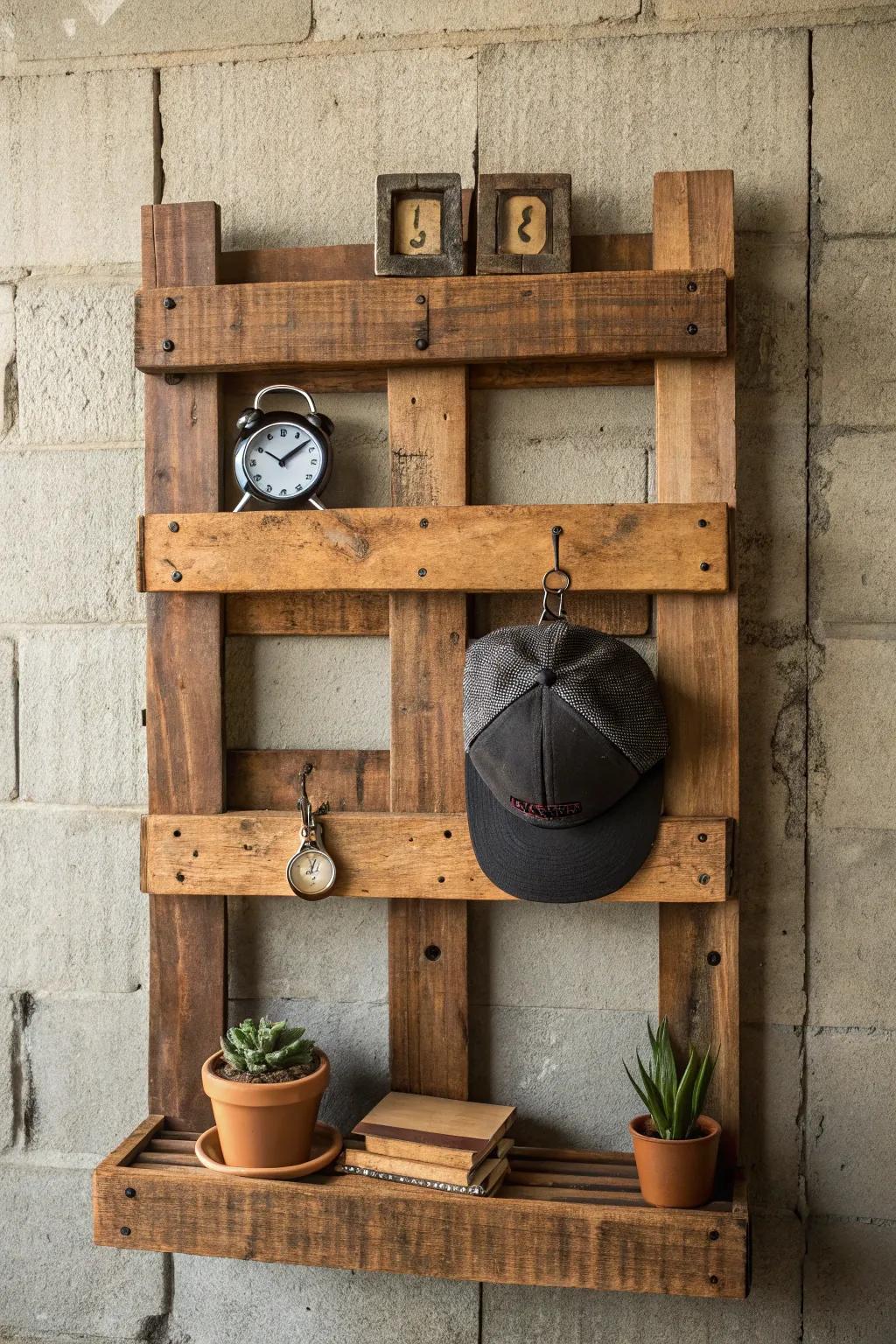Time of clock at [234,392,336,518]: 10:08
